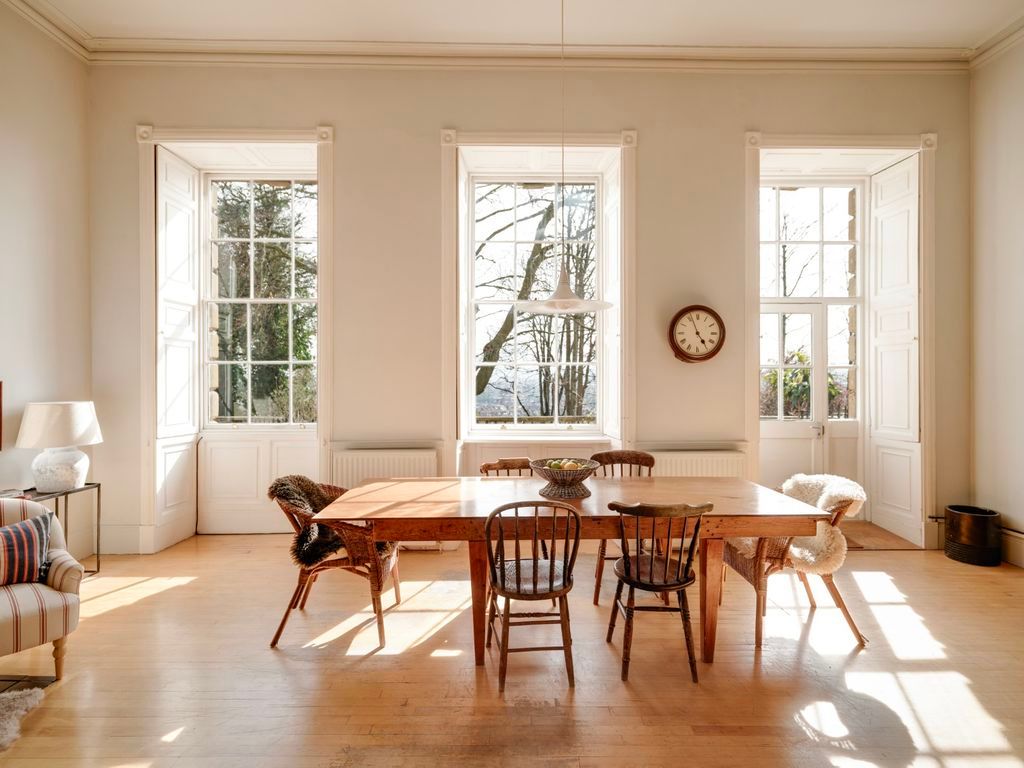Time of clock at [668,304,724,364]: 4:56
